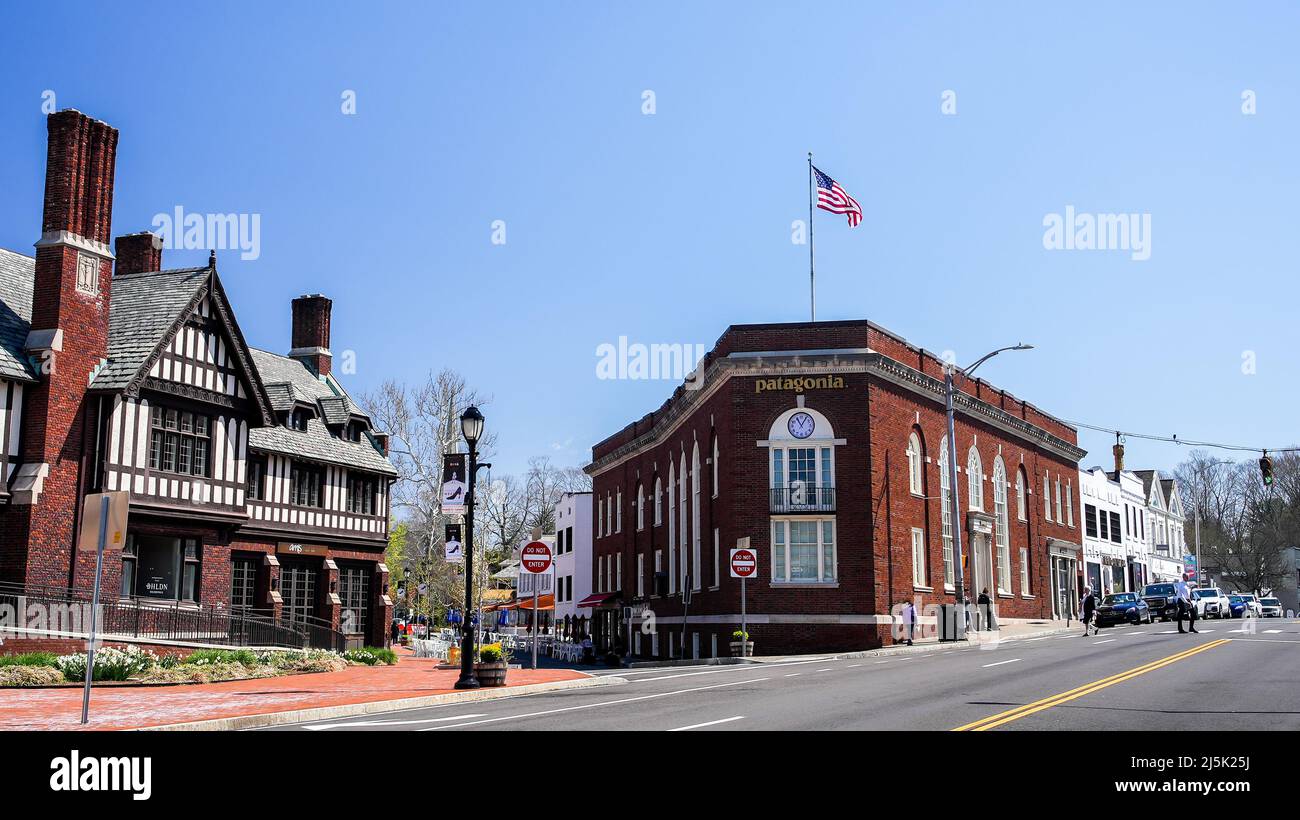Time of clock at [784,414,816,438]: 11:05
